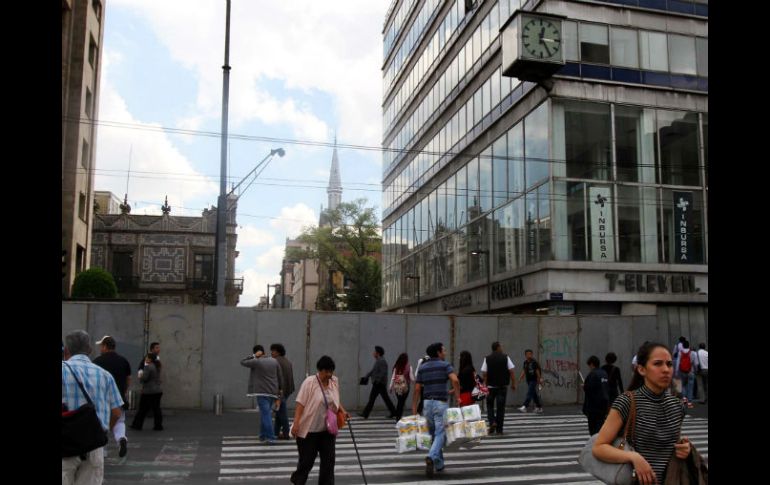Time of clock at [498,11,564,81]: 12:24
